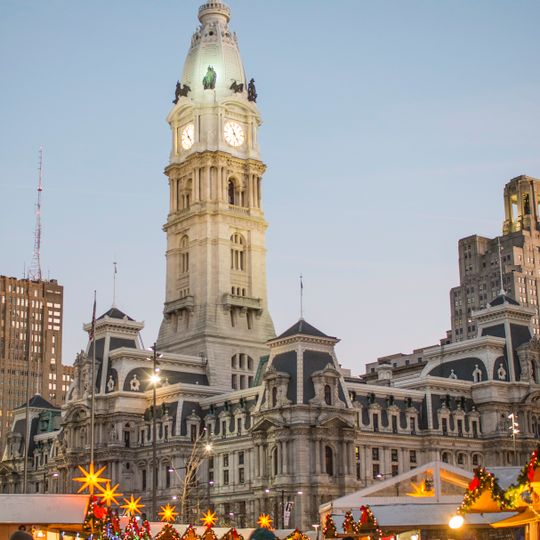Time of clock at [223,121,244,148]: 11:25
